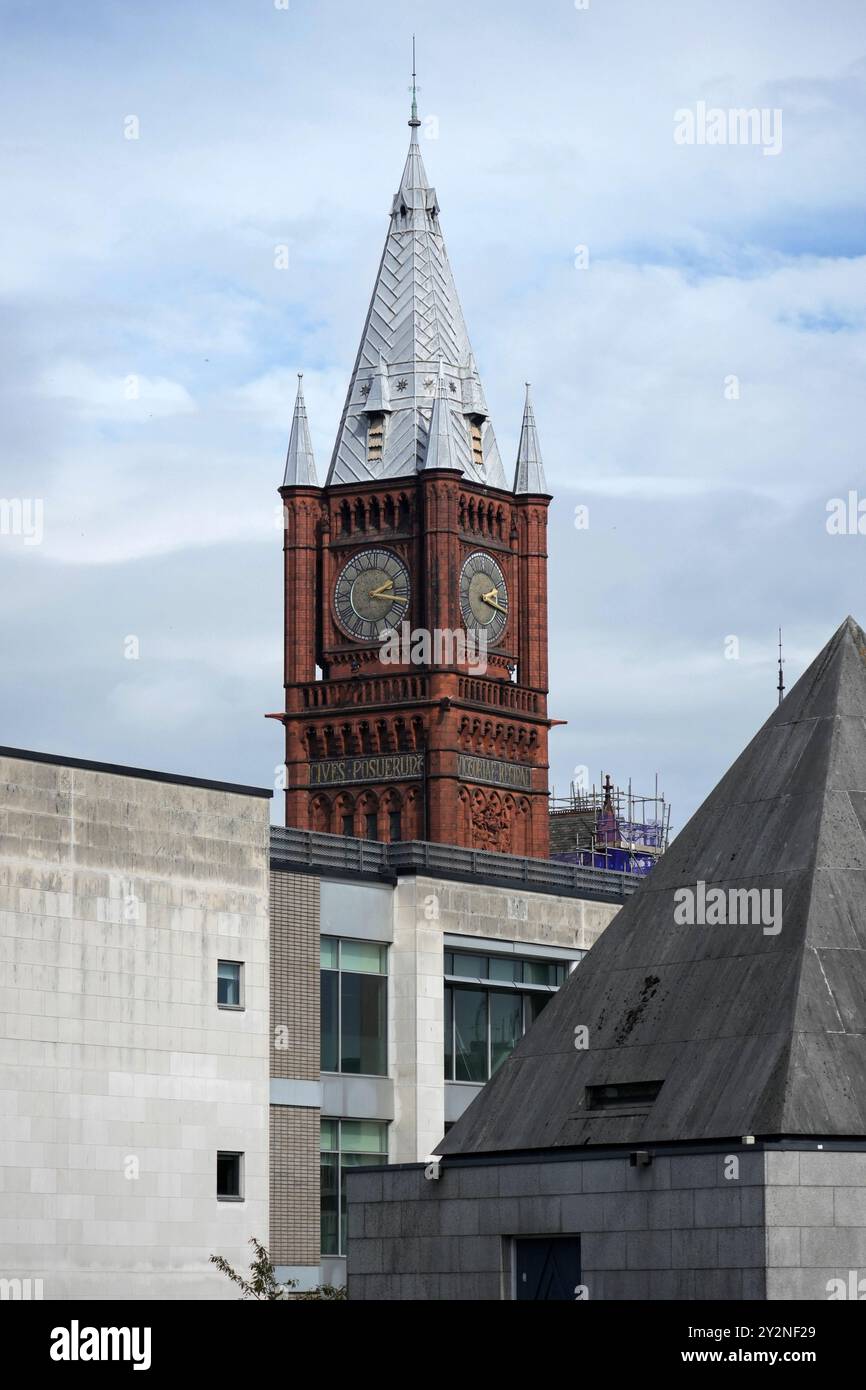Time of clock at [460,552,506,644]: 2:17
